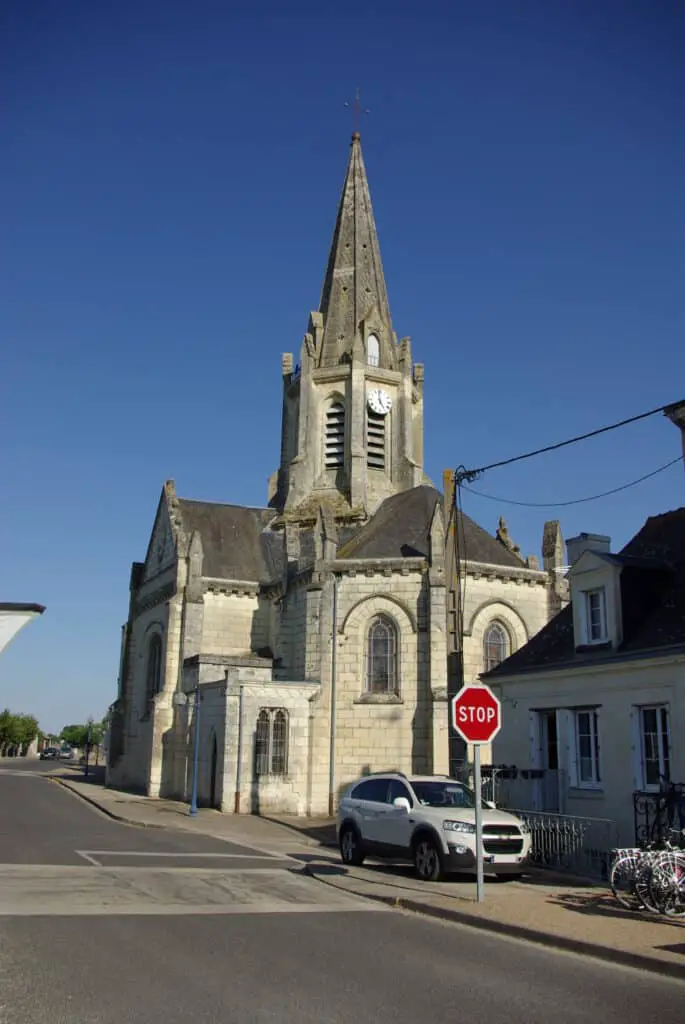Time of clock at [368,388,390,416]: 4:59
